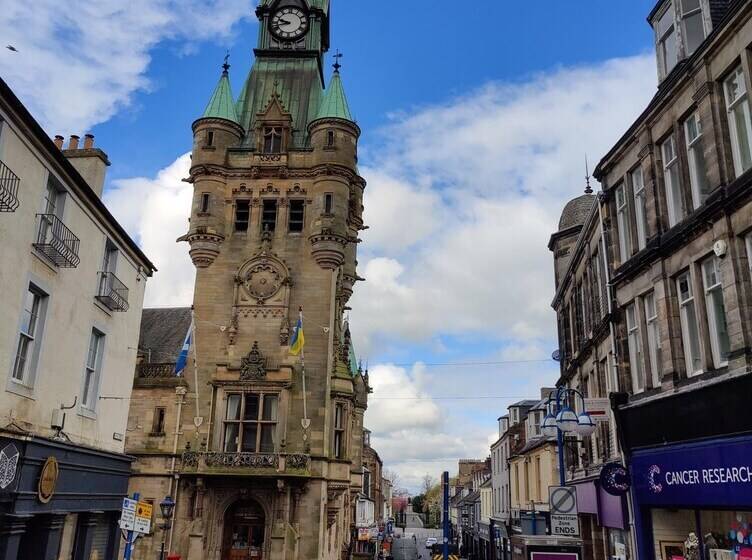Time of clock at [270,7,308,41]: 9:42
